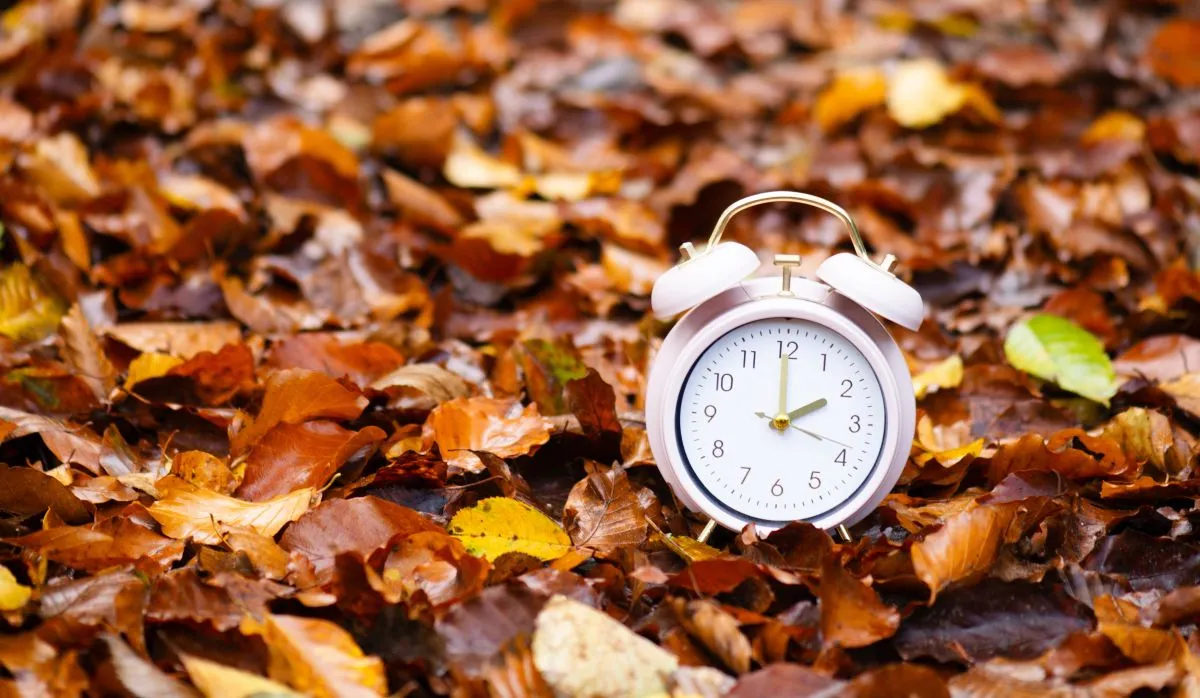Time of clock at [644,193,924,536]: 2:00
